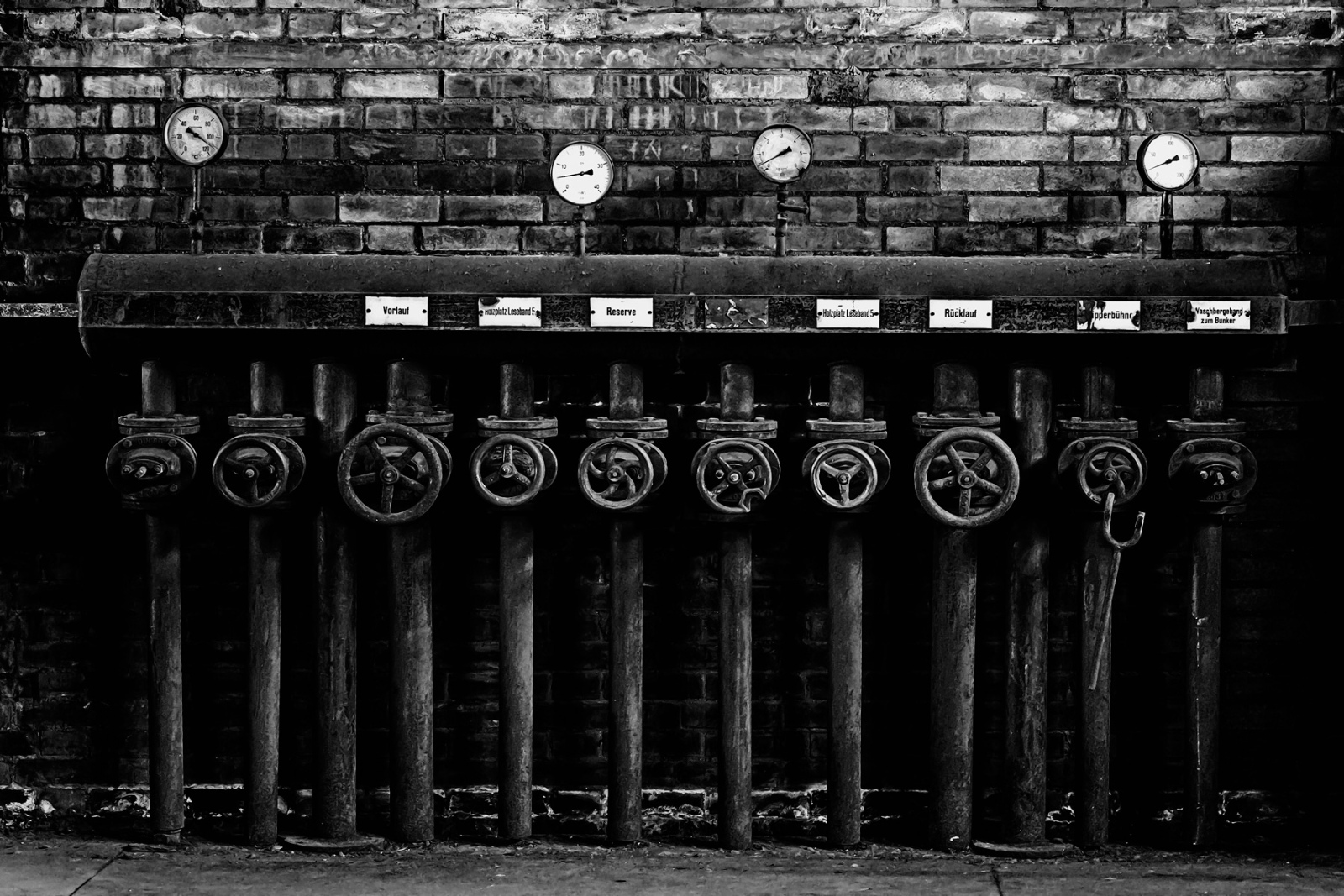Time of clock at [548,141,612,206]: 2:45
